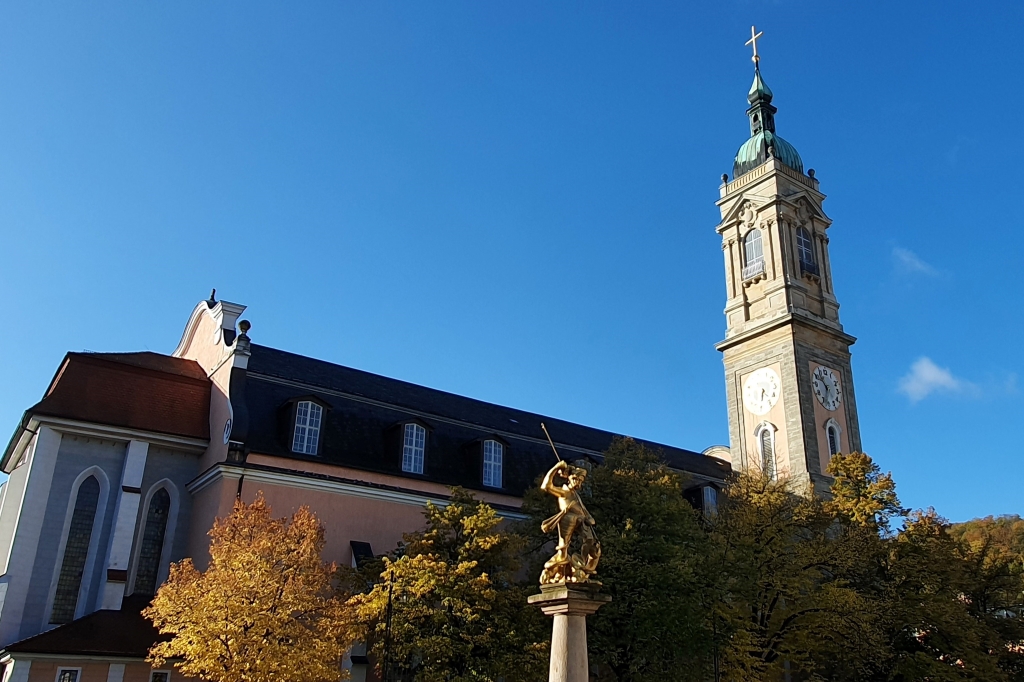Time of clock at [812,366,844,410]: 10:32
